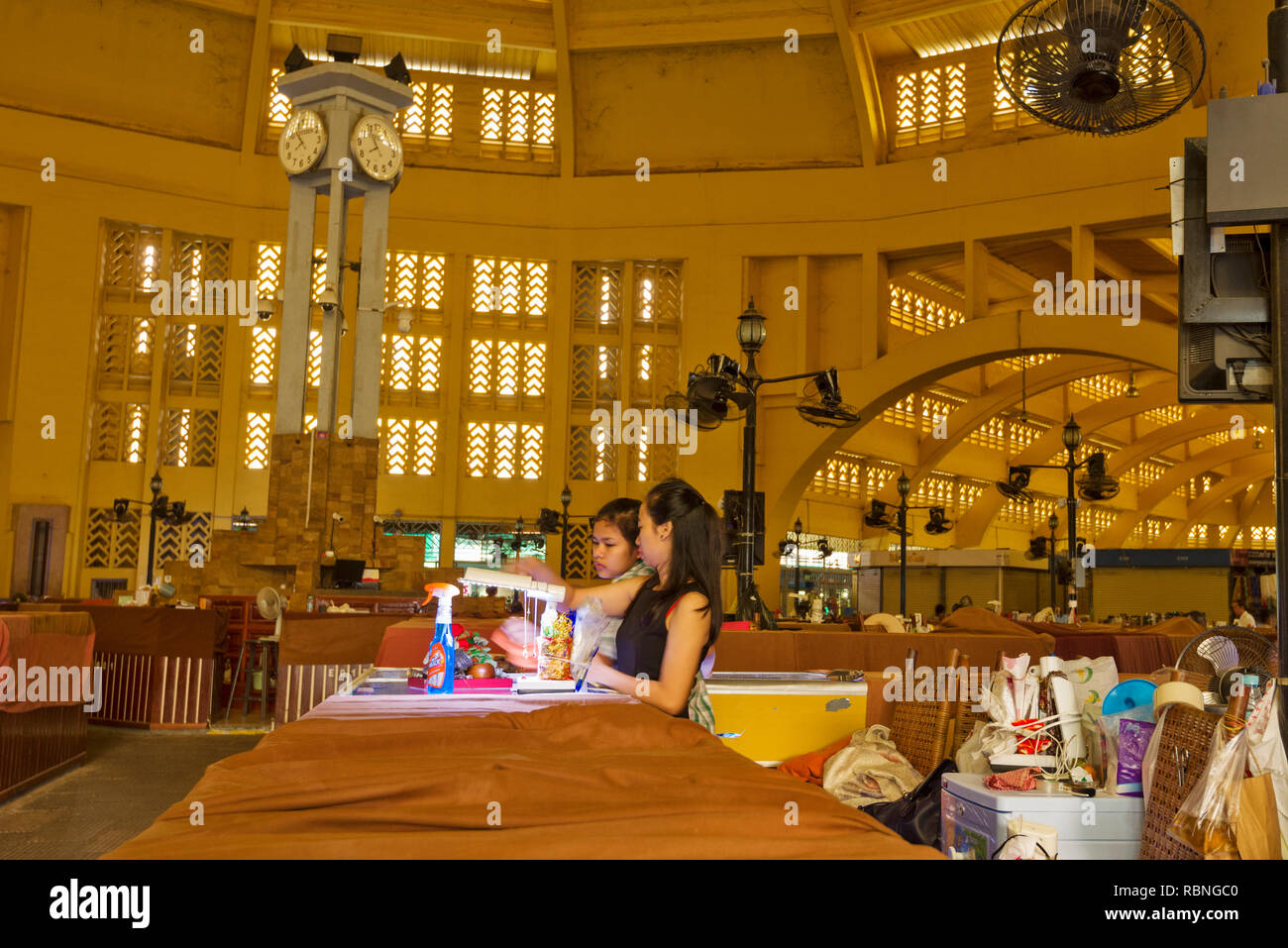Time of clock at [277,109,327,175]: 7:53
